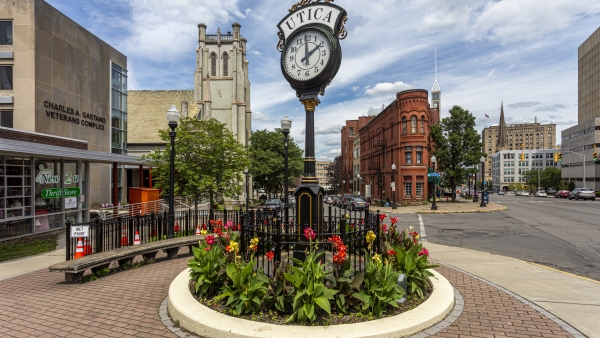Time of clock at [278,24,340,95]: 1:59
